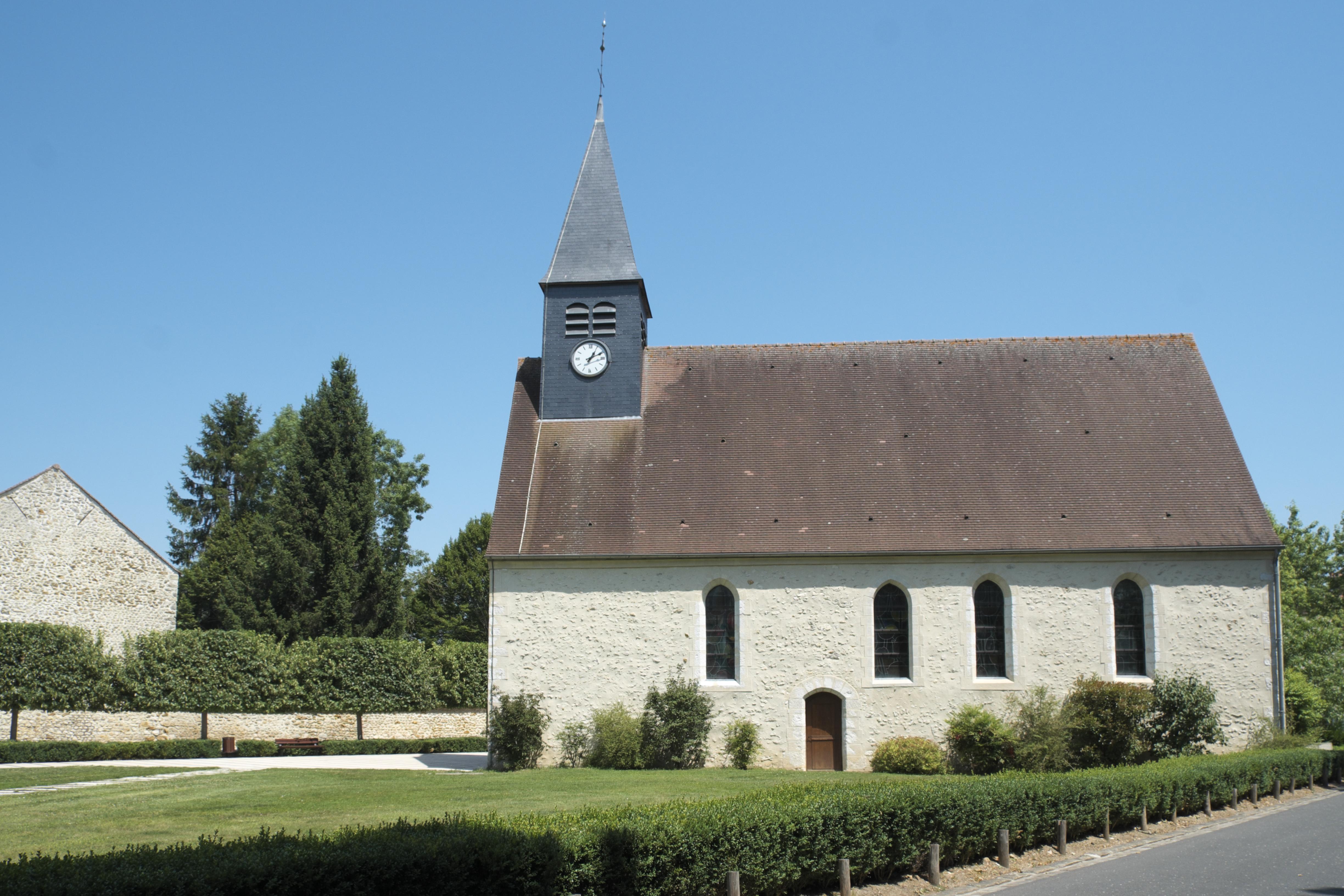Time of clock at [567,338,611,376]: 1:10
